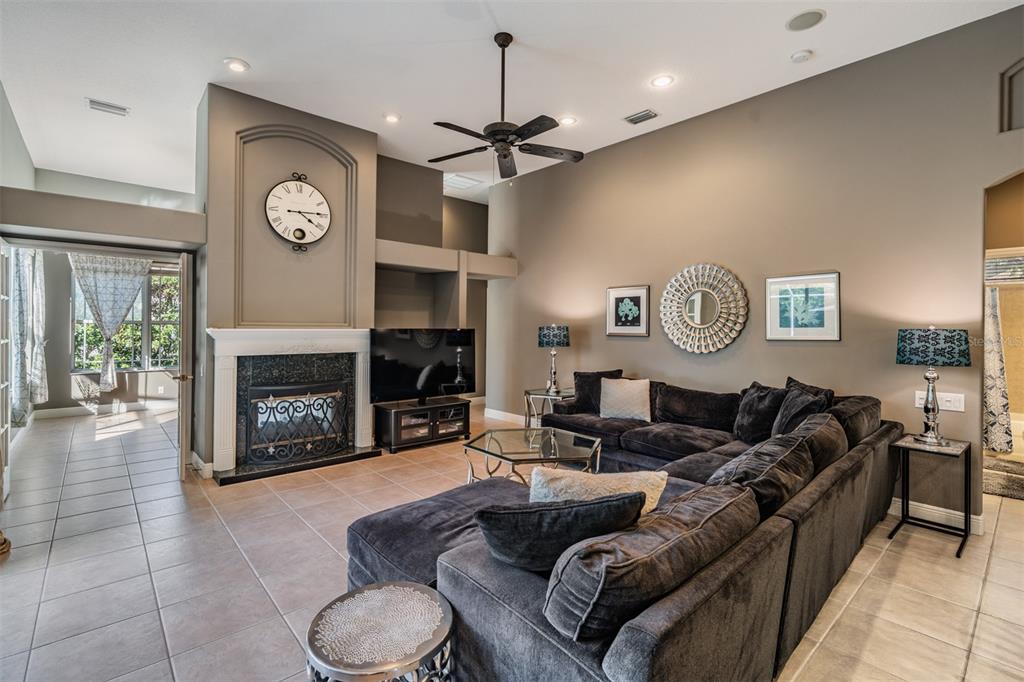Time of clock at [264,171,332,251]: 4:14
